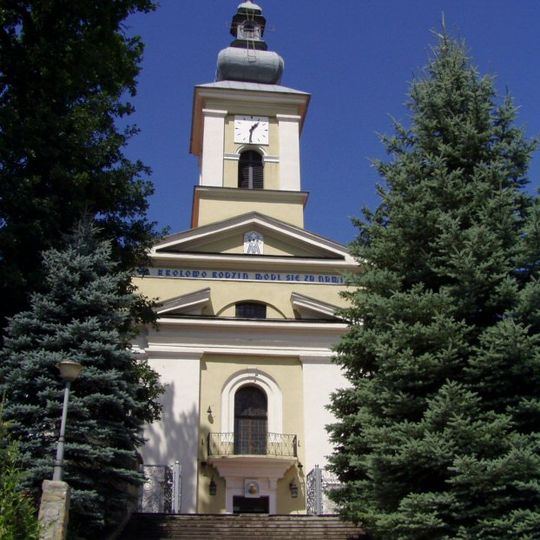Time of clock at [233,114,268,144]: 1:31
